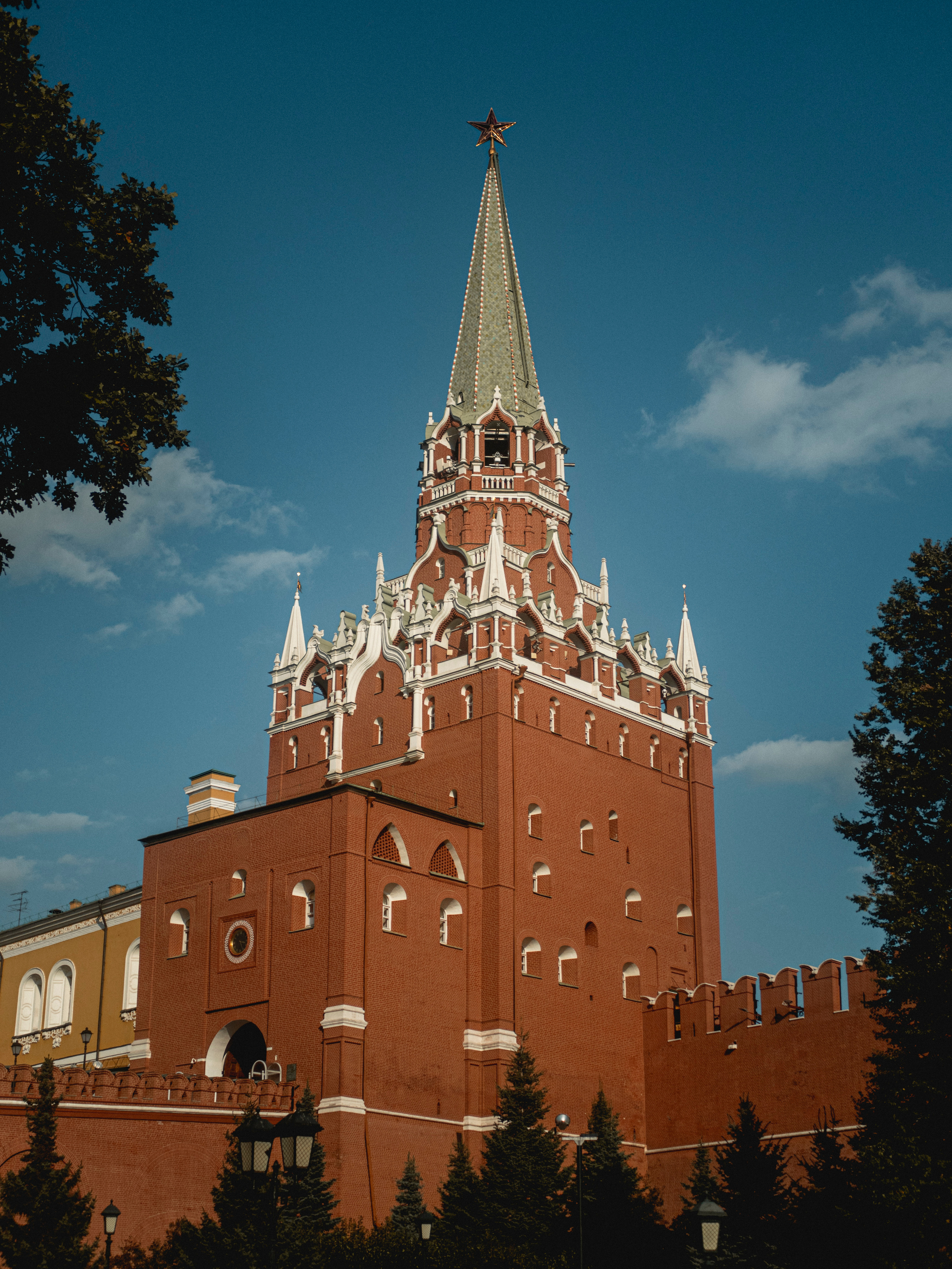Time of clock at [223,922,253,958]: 3:24
